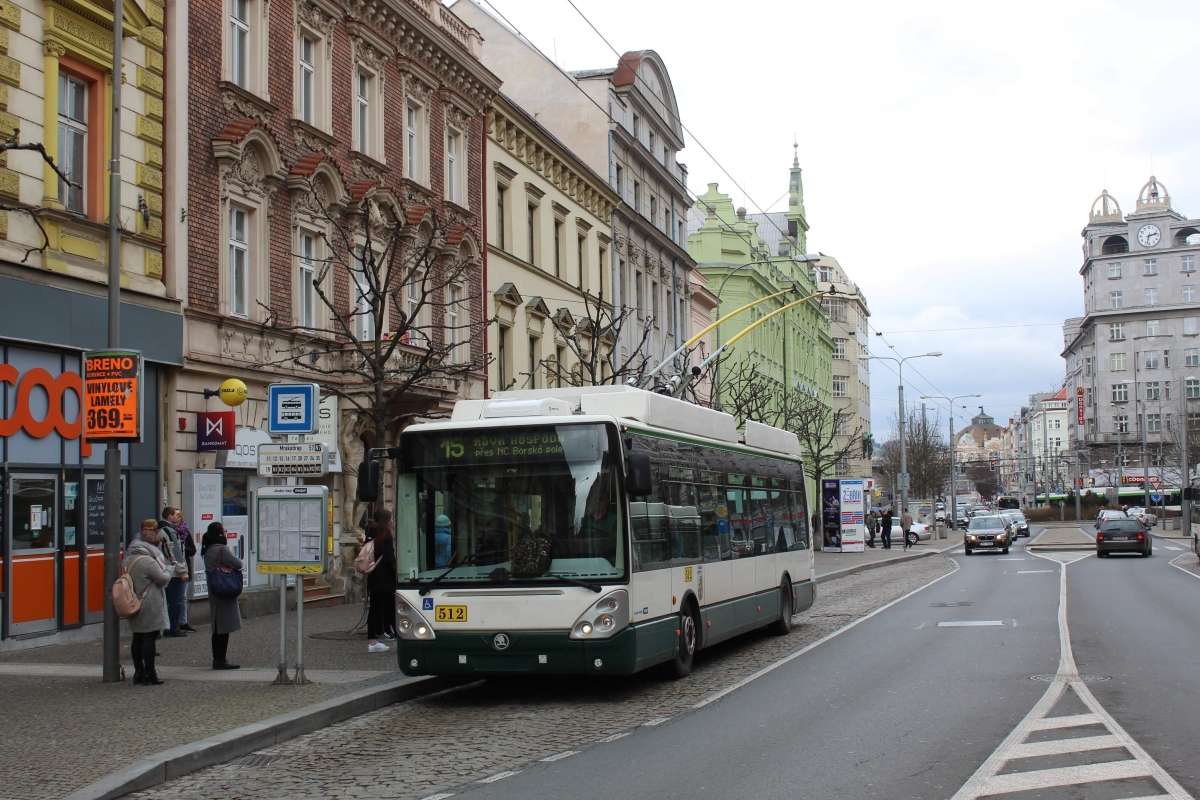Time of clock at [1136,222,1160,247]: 2:32
